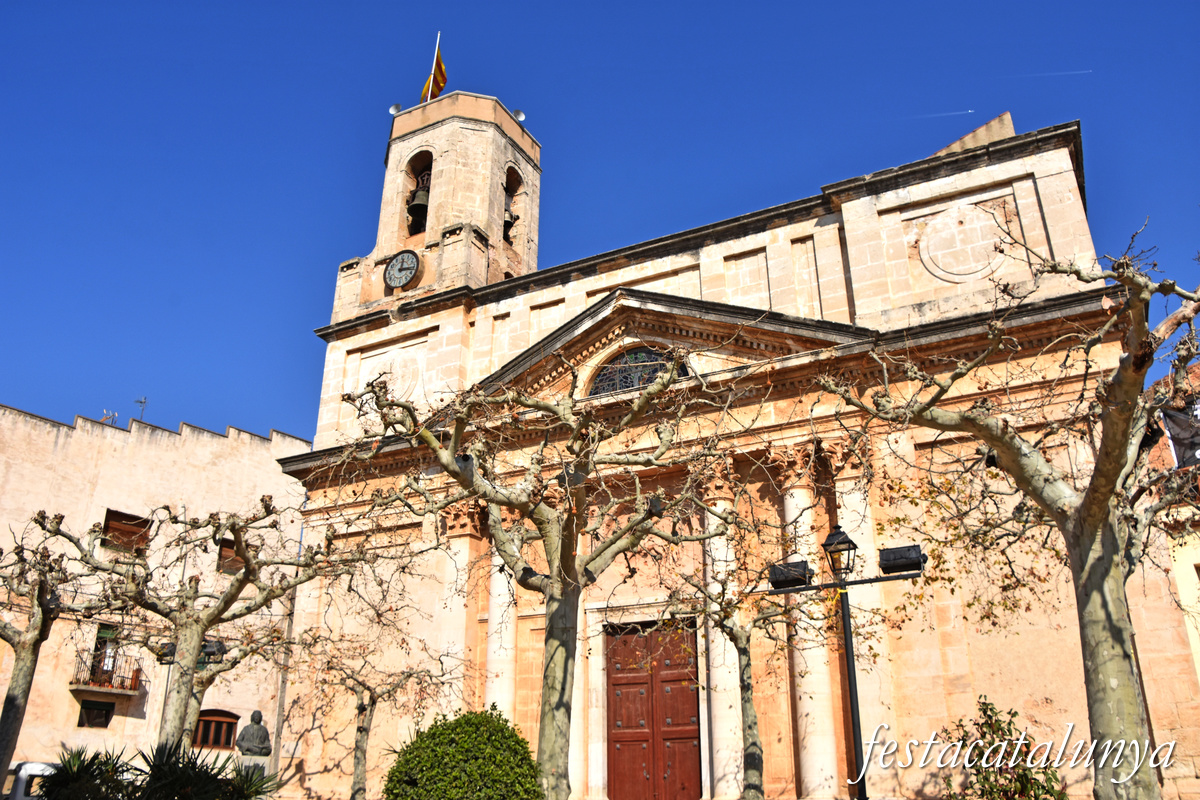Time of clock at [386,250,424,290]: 12:16
